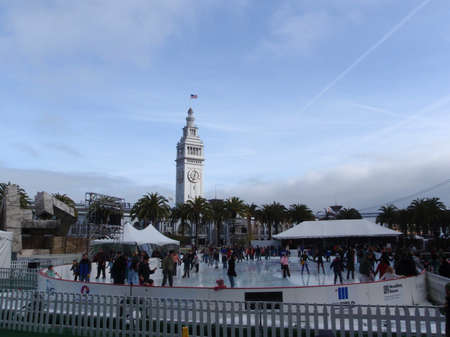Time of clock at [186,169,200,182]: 12:32
